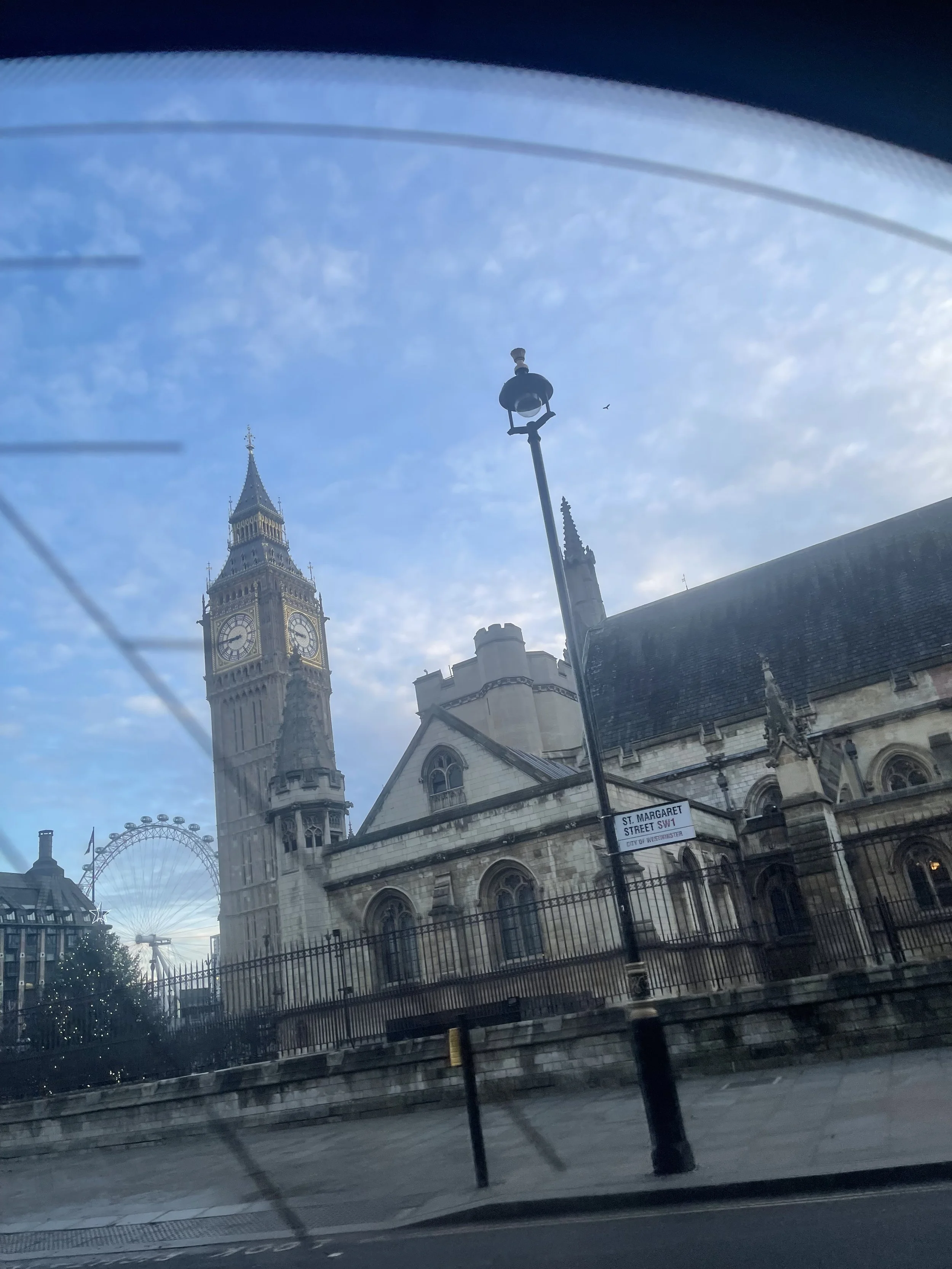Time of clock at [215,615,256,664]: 8:45
